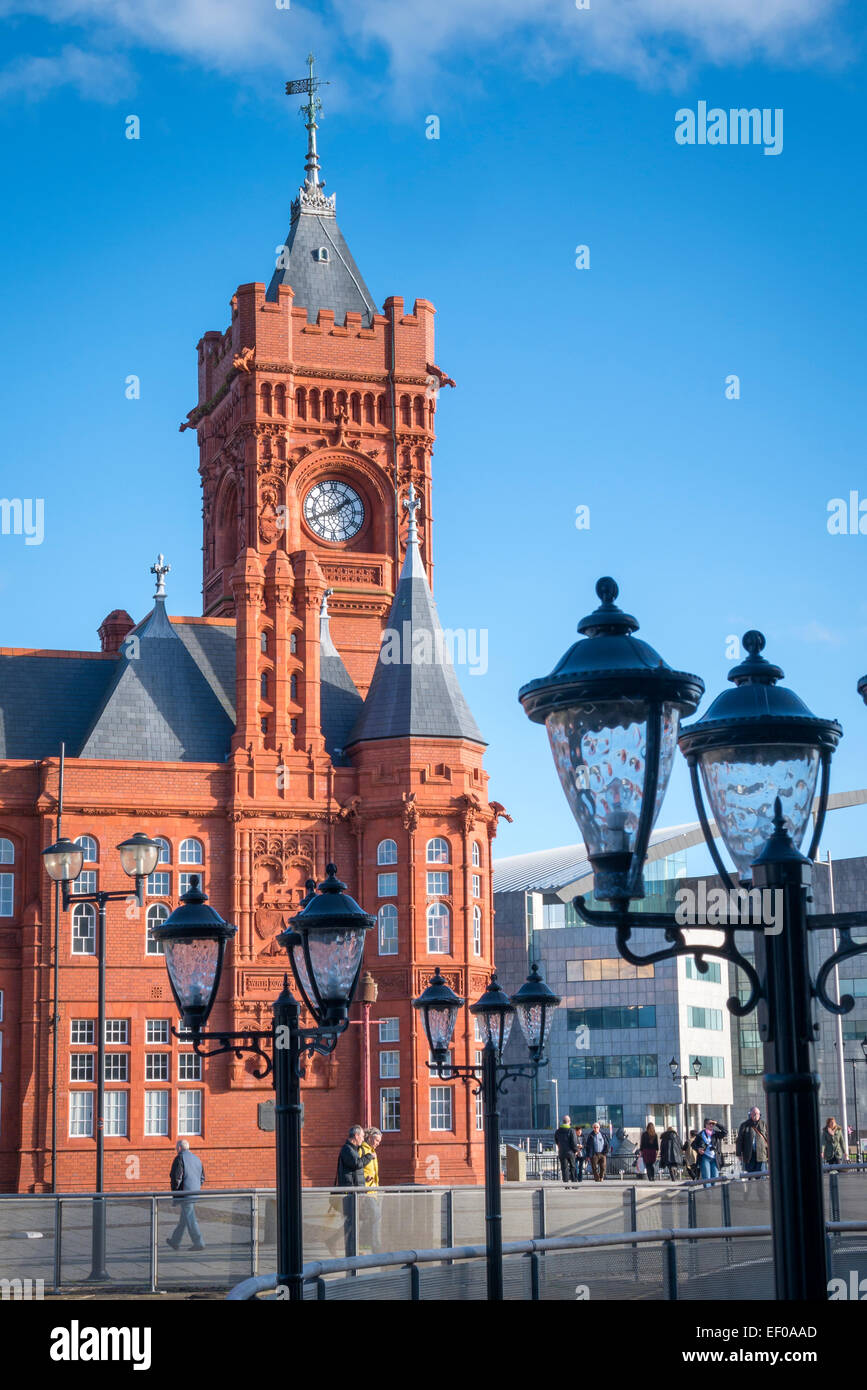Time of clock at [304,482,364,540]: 1:41
